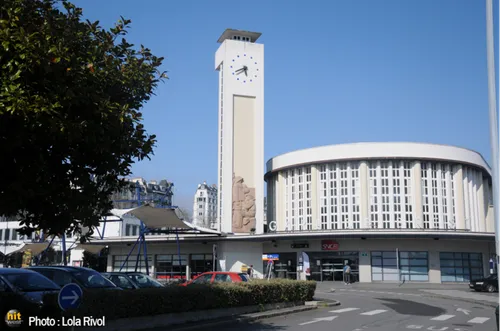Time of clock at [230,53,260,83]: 5:40
